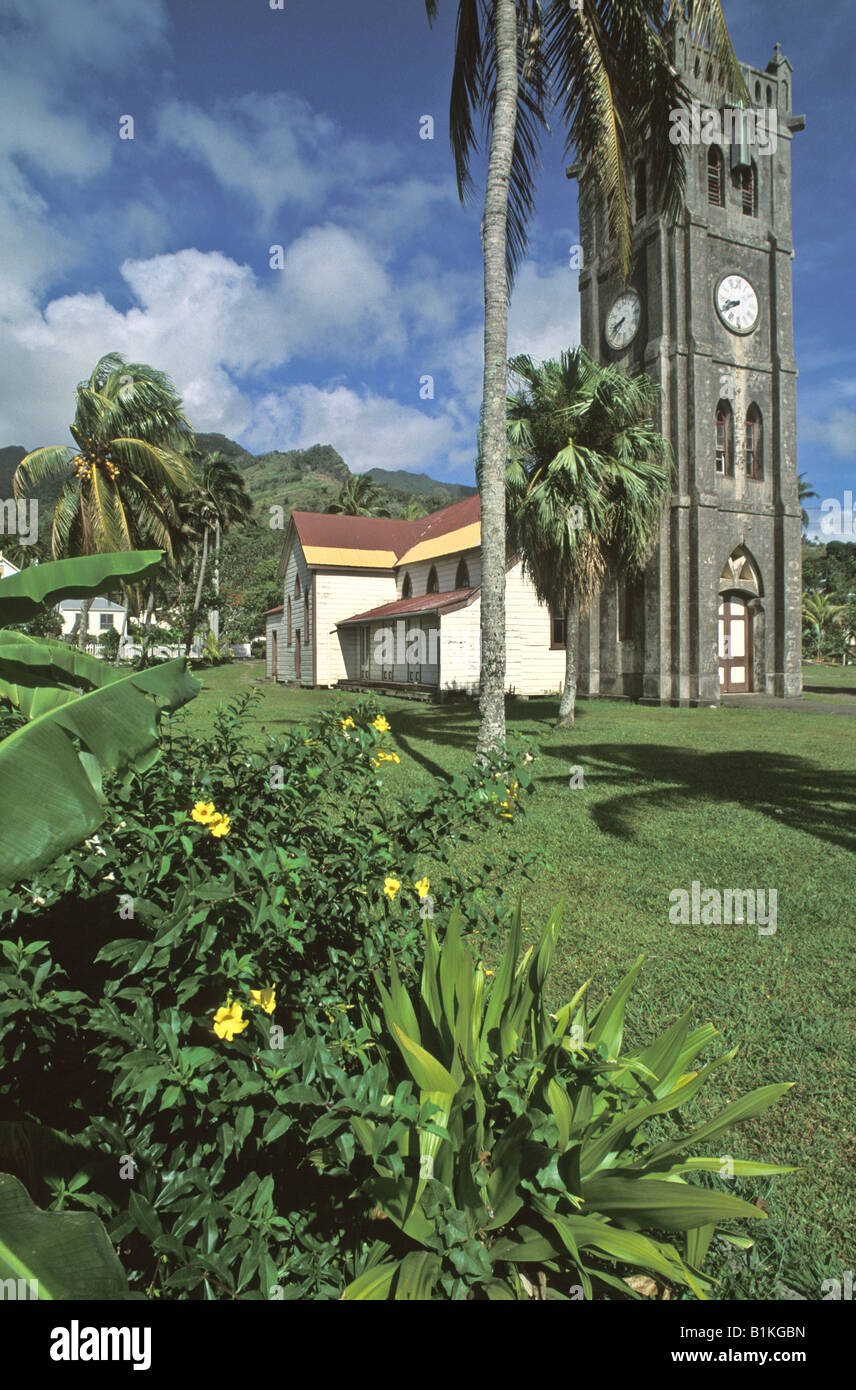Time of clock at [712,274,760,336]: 8:40
